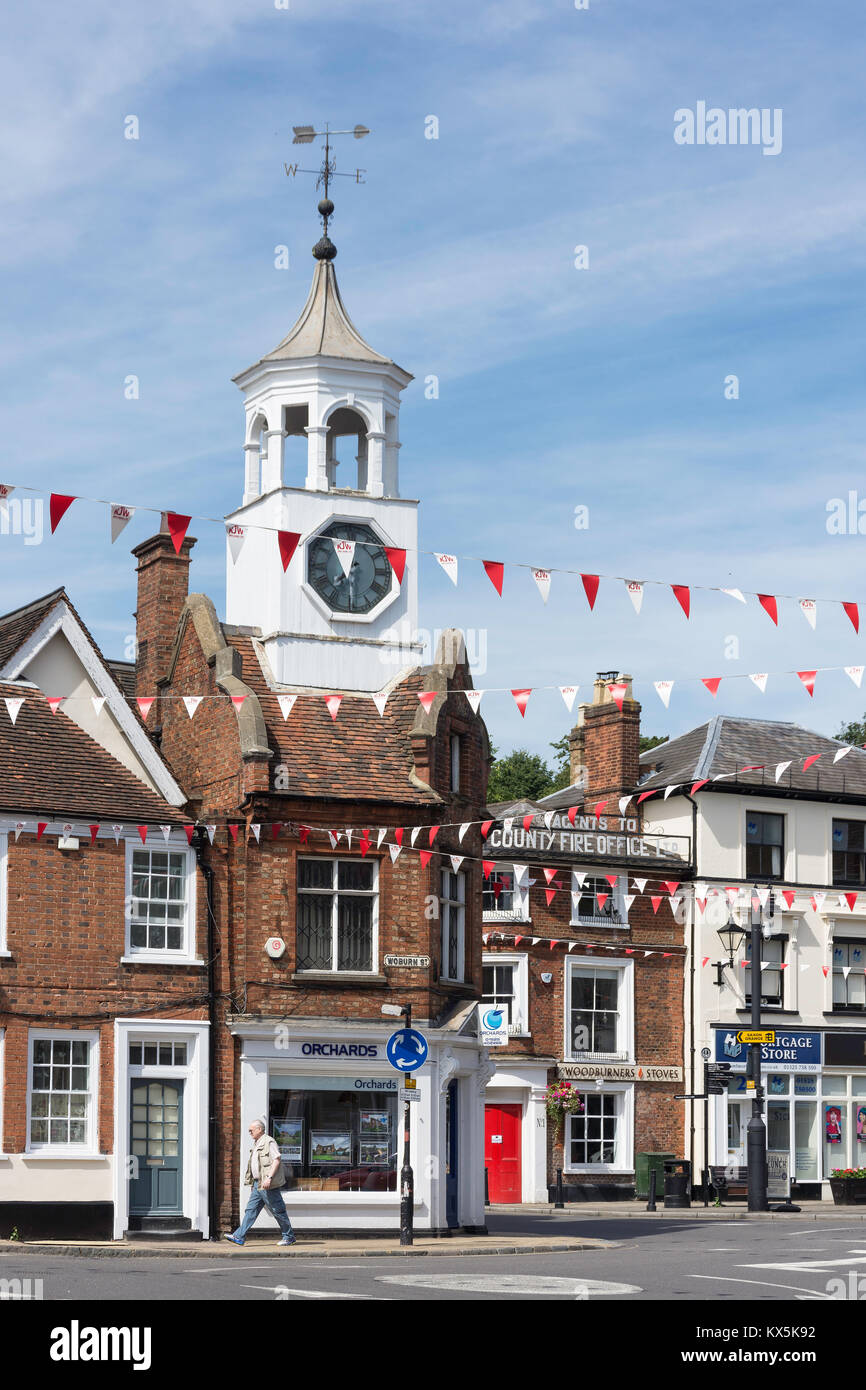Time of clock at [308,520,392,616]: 7:03
